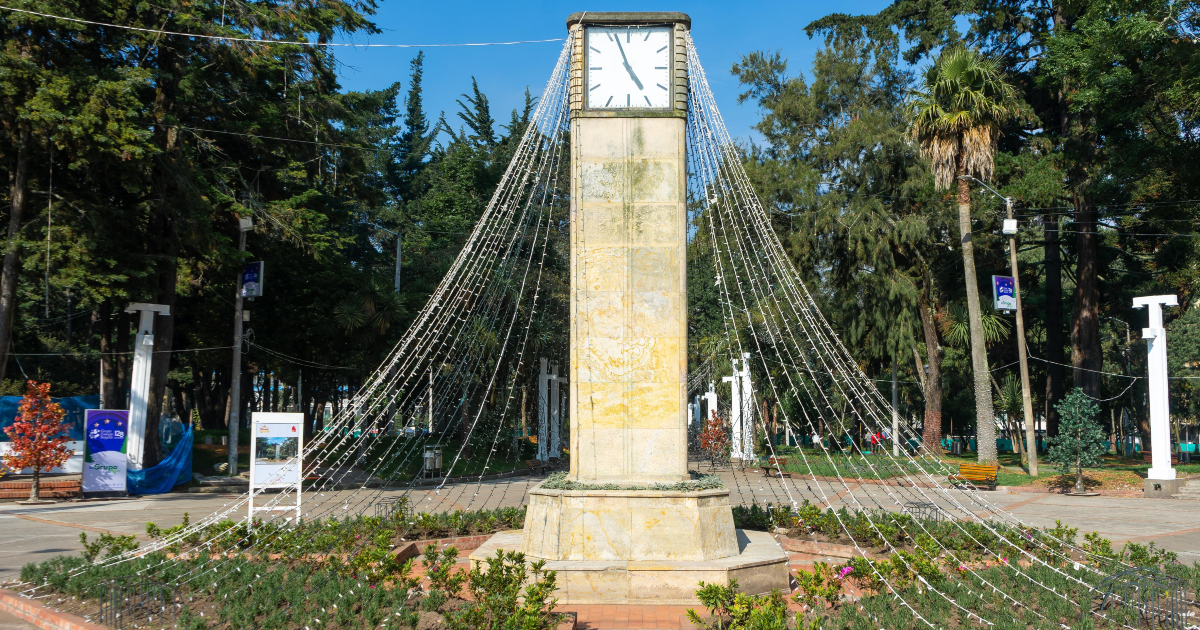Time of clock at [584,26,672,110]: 4:56
